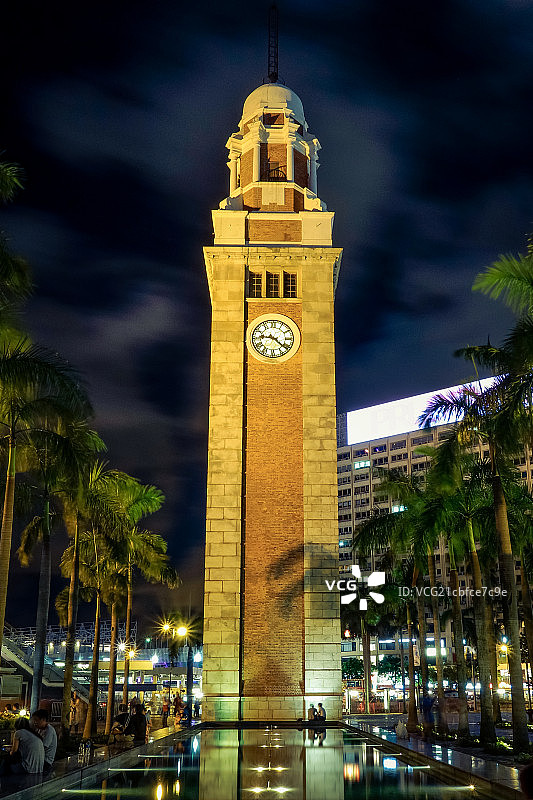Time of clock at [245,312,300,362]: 9:21
